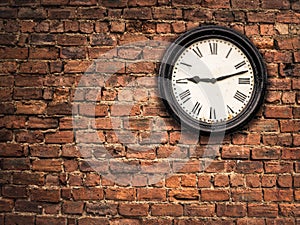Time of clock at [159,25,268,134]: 9:12
